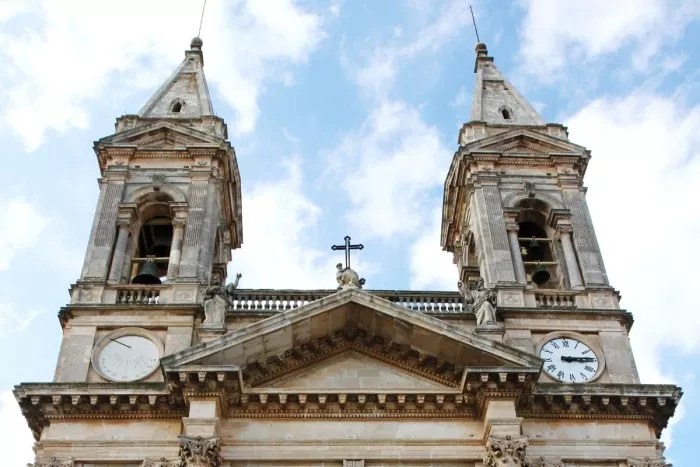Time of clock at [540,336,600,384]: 3:14
